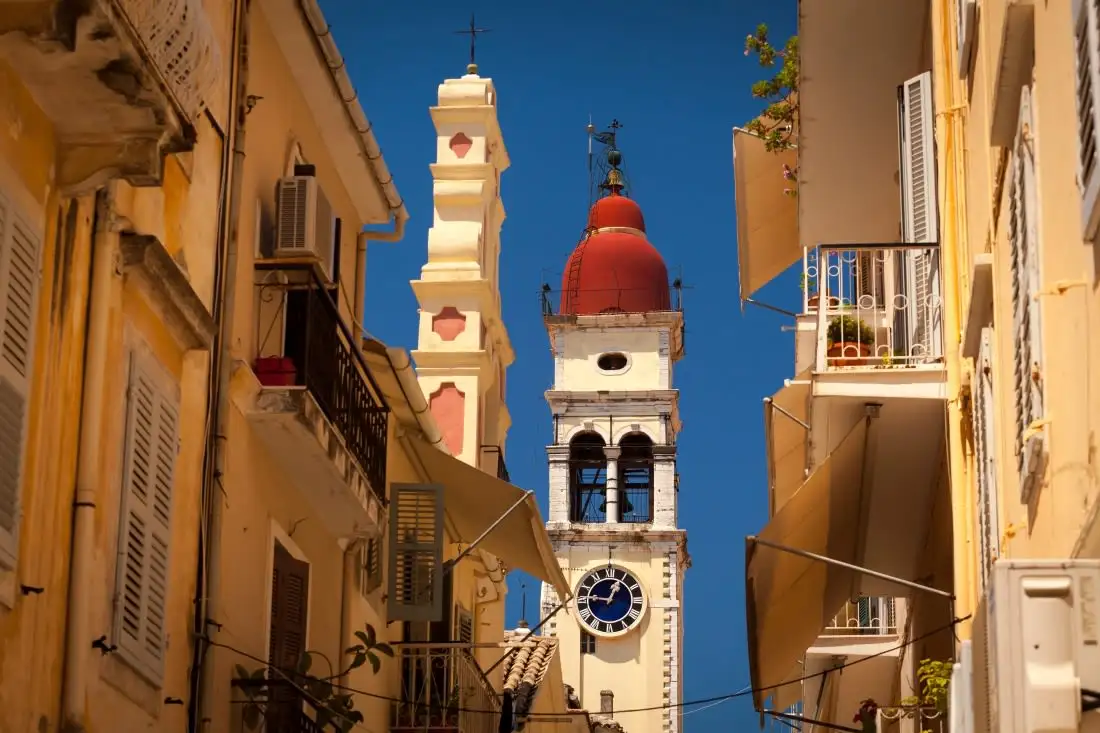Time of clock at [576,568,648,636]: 12:46
